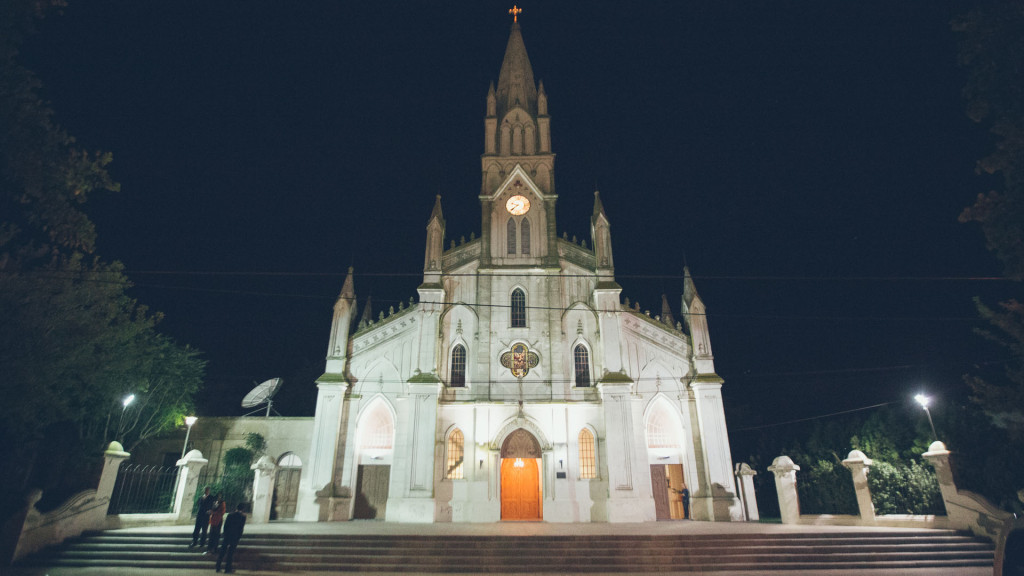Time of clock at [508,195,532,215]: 9:38
